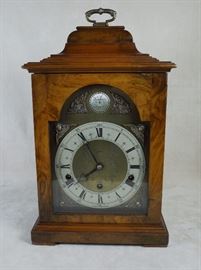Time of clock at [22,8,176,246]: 7:53
